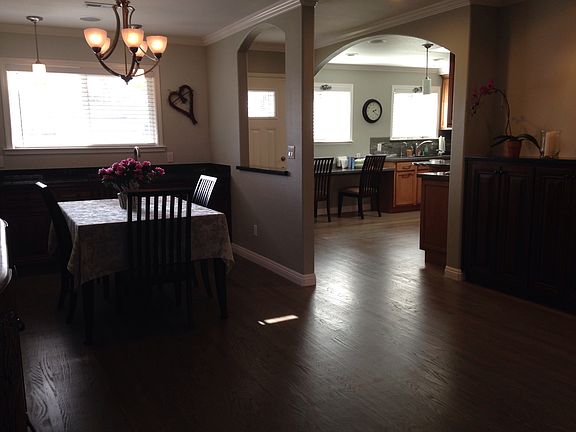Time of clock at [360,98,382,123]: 2:21
